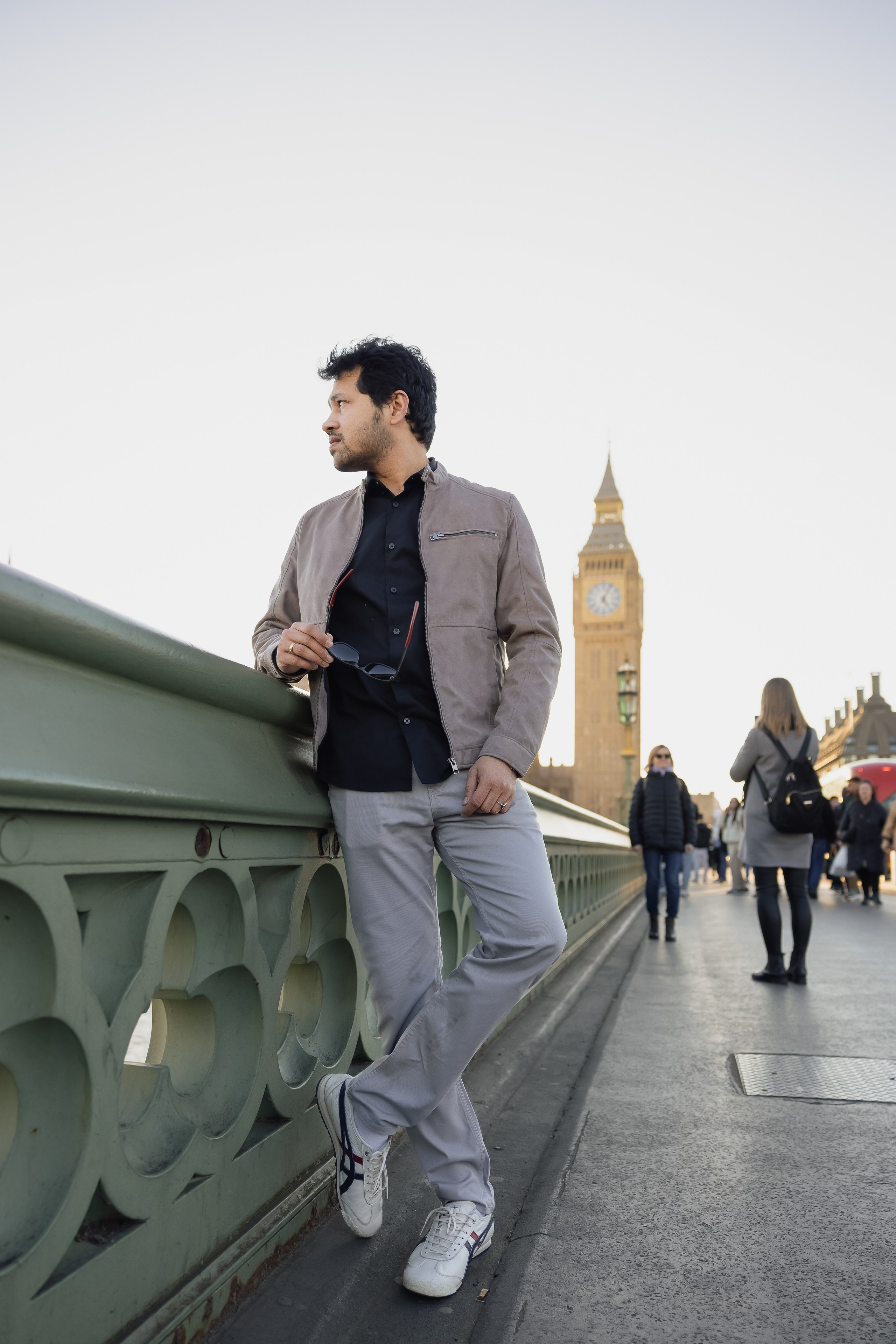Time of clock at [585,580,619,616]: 5:04
